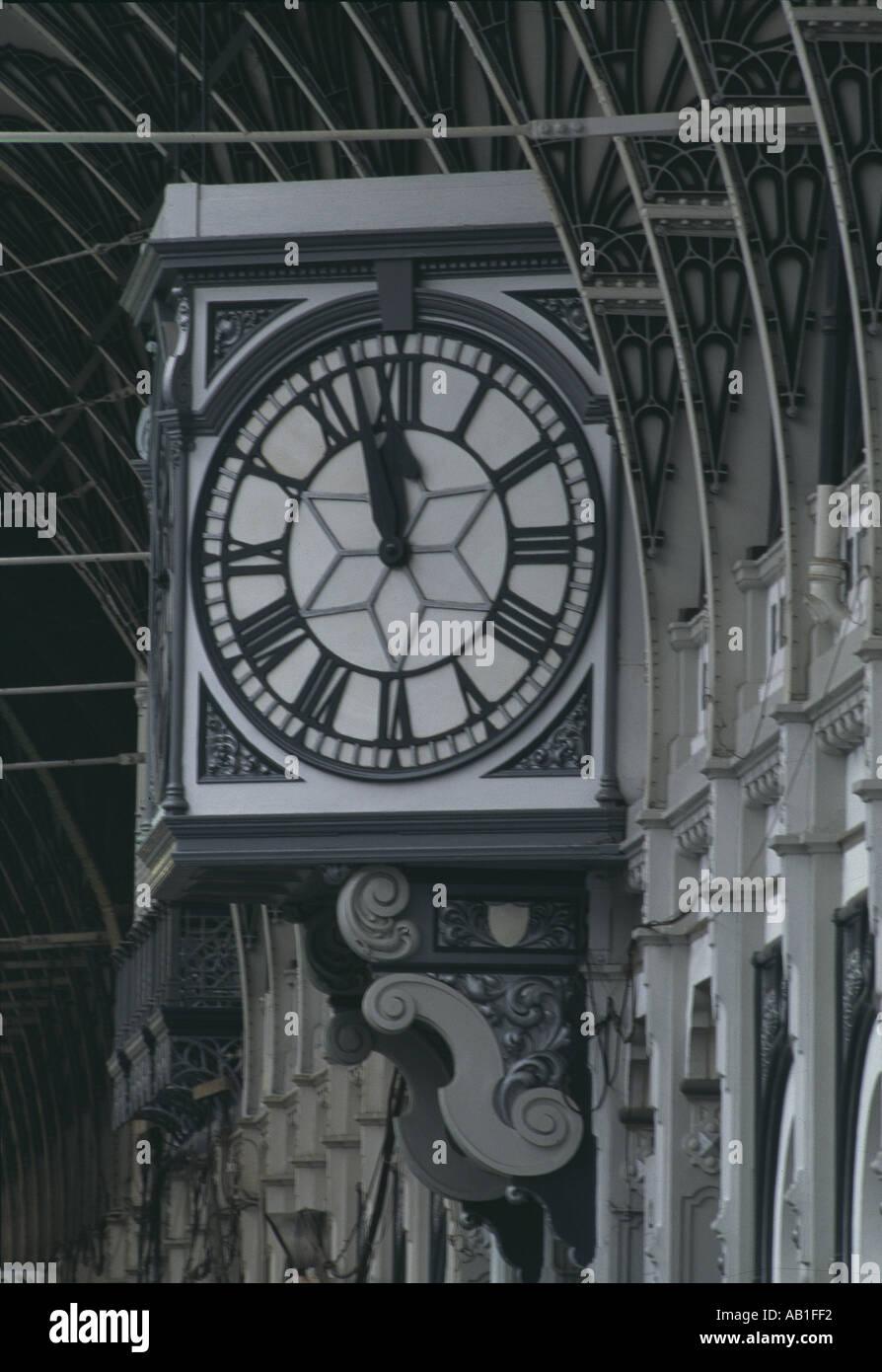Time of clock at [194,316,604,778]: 11:57
